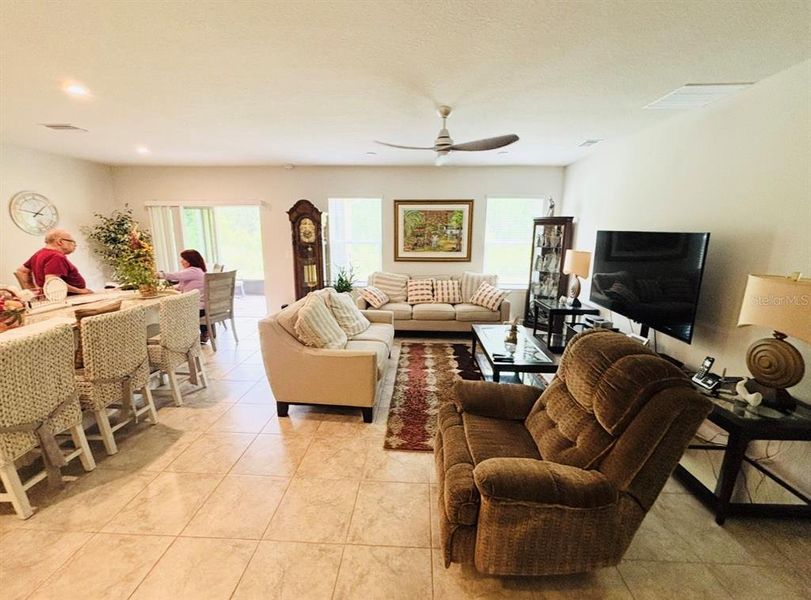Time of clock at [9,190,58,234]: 1:46
